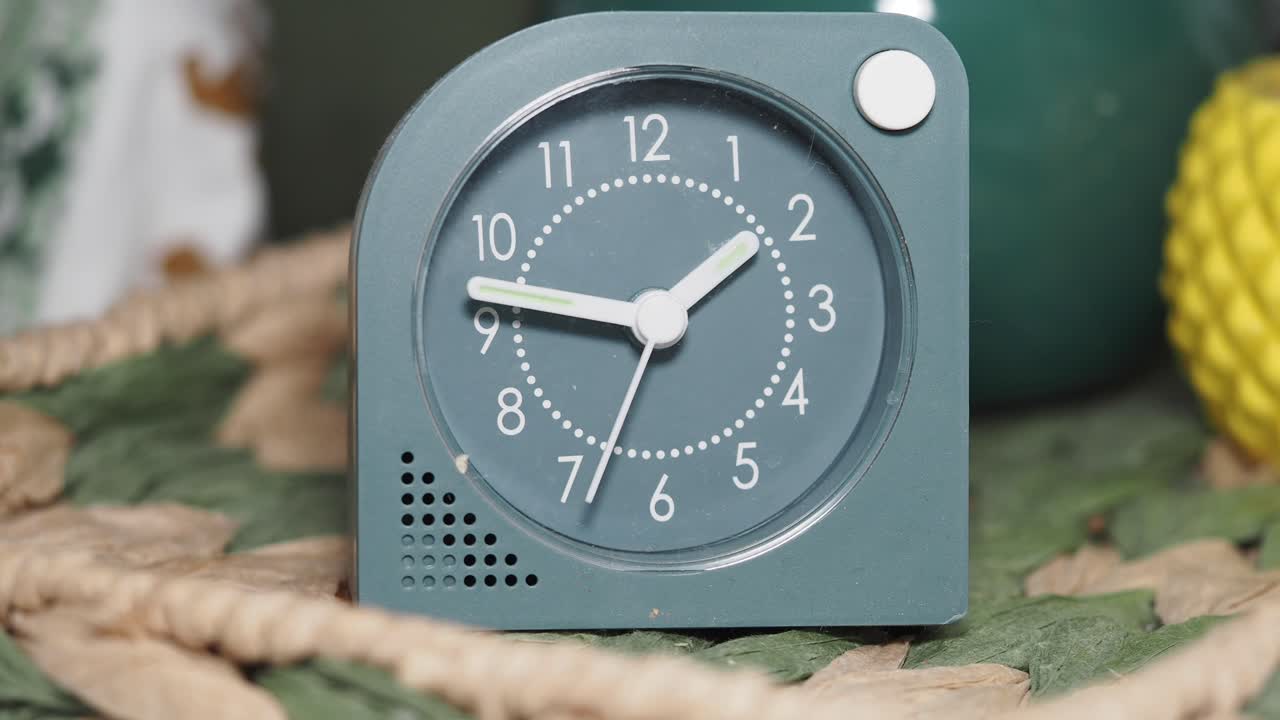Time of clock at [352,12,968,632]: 1:46
